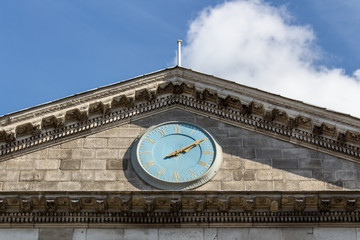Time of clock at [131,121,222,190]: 8:09
